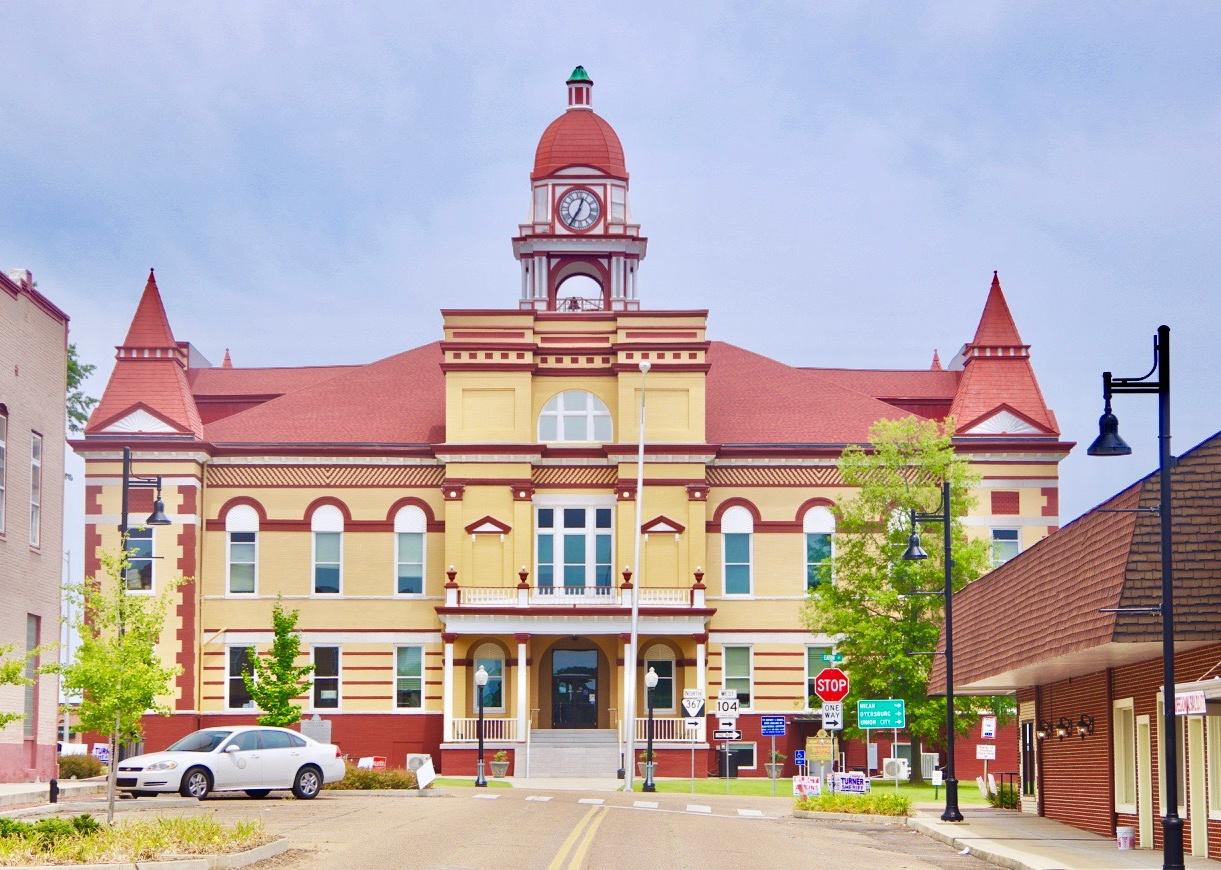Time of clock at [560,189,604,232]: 12:35
